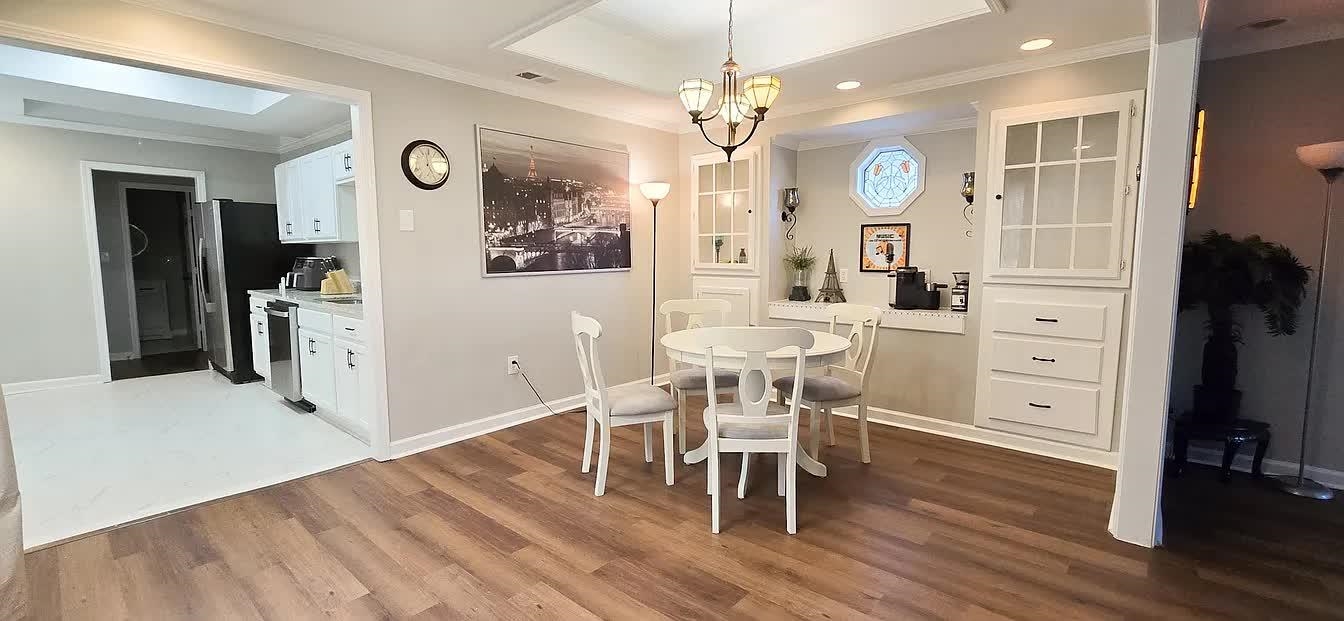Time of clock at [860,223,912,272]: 6:14
